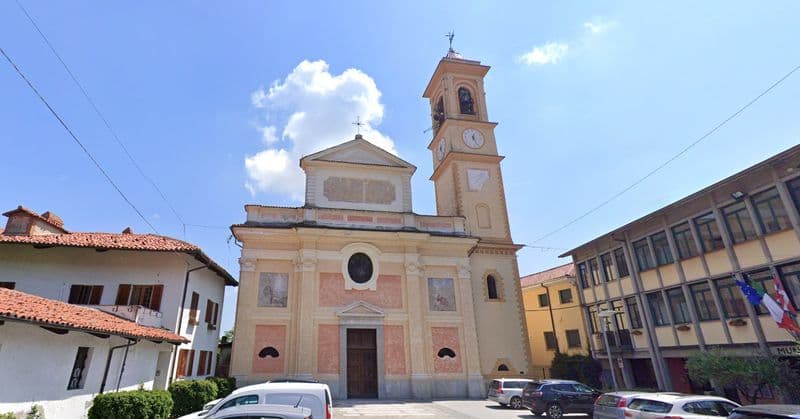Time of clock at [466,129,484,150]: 12:26
